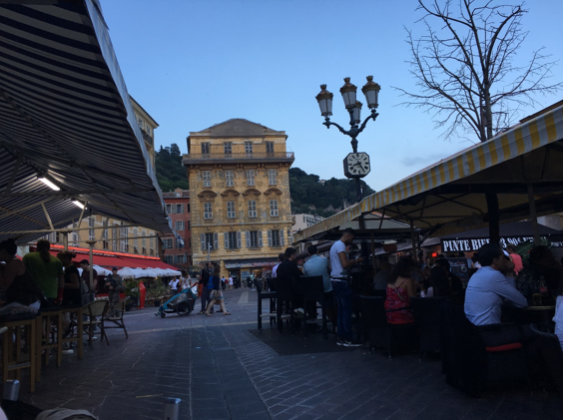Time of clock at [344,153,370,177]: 8:25
